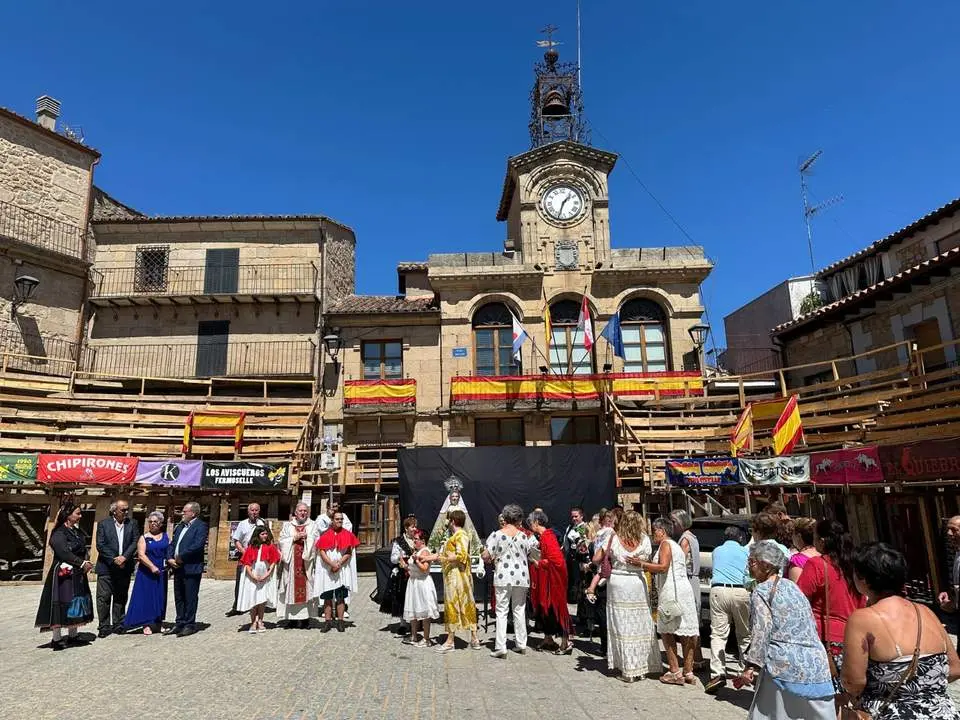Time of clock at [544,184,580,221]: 1:33
